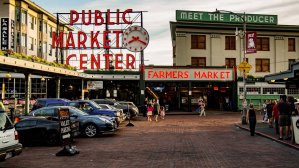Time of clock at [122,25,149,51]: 8:19
